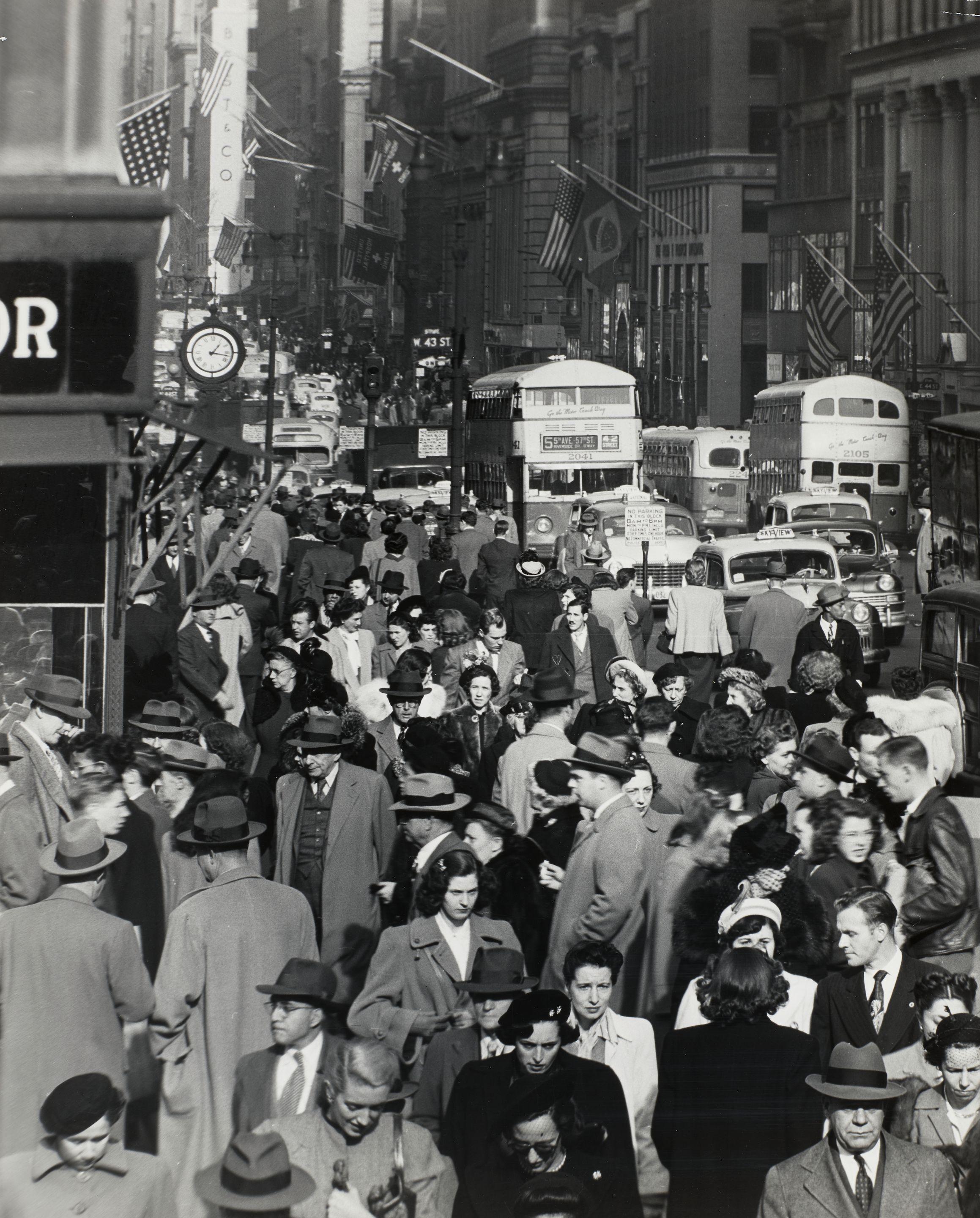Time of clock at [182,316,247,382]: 1:16
